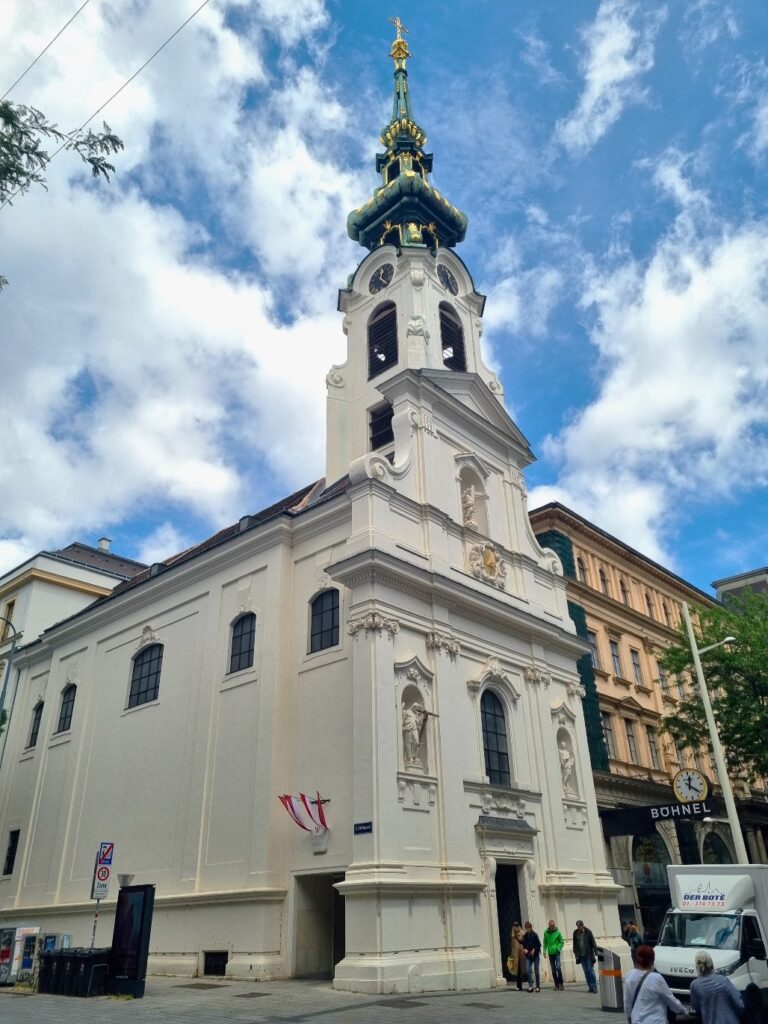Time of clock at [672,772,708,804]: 12:21
